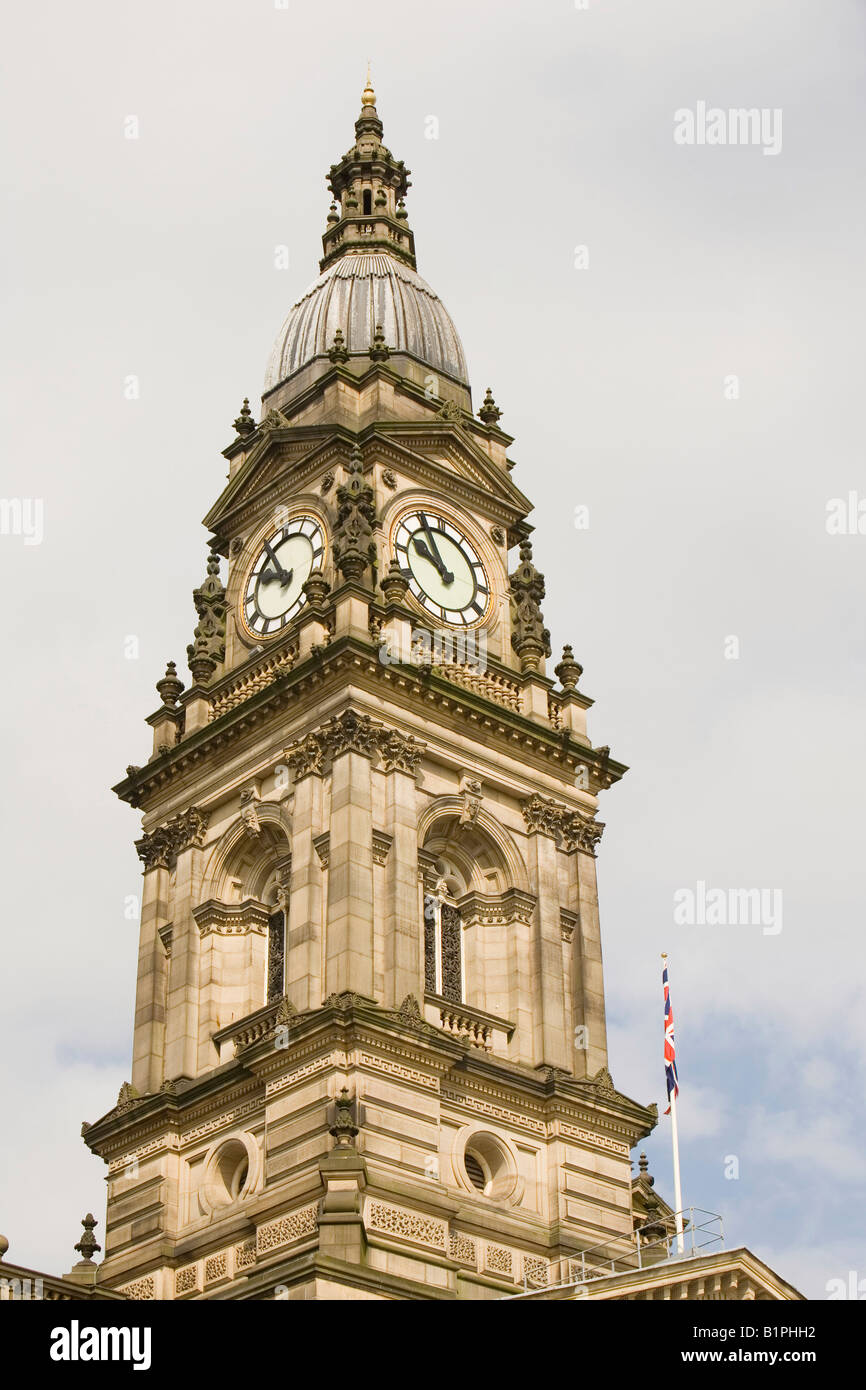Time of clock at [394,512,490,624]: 9:55
